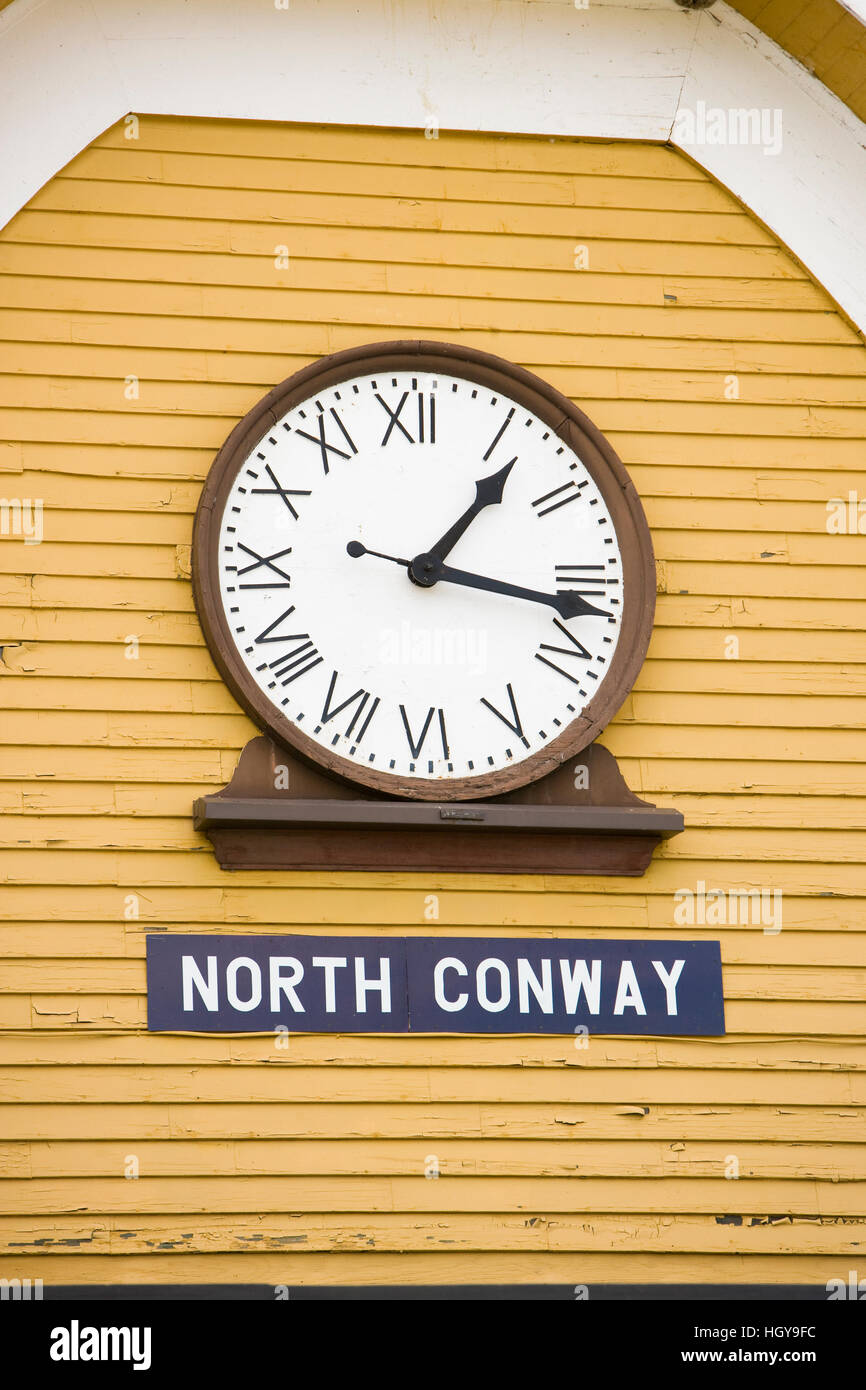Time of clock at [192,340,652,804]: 1:16
